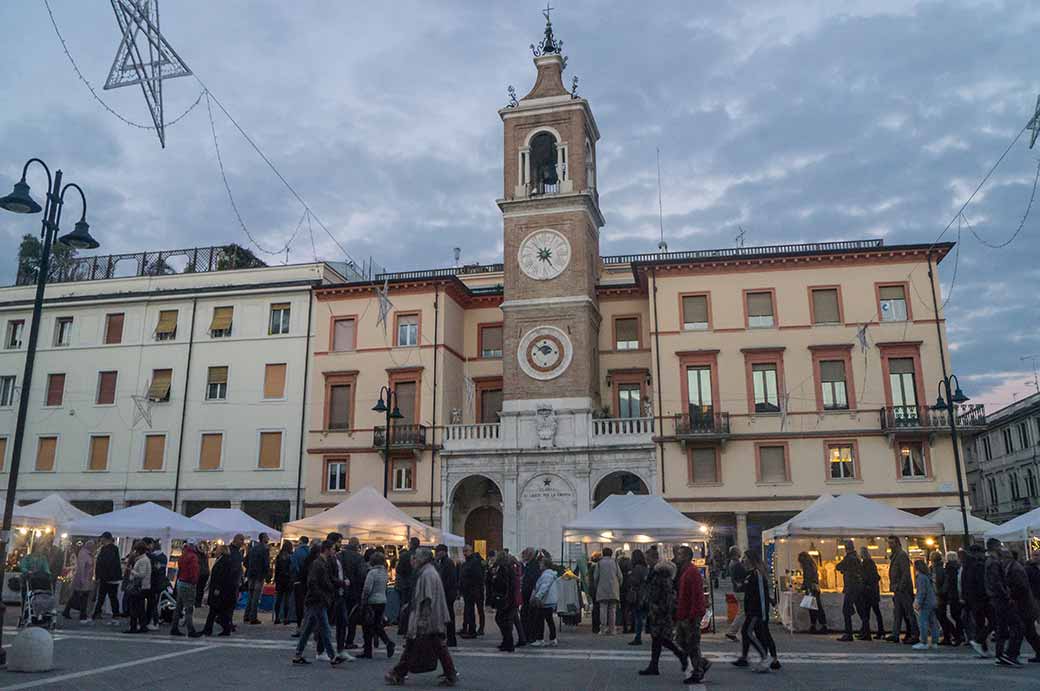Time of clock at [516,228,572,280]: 7:24
